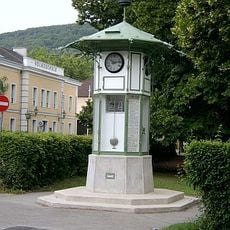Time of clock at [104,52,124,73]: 10:13
